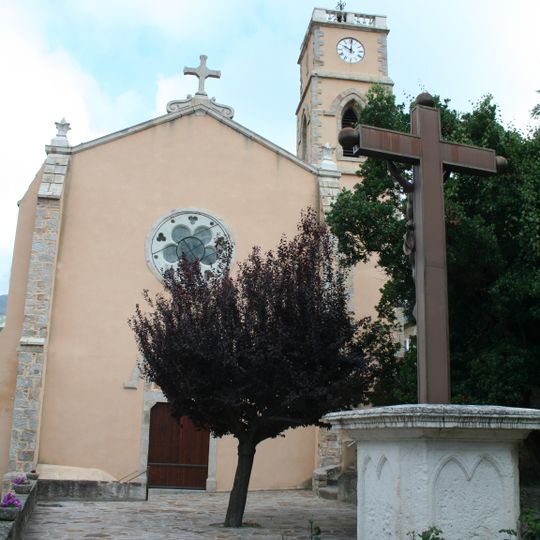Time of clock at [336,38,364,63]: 10:00
